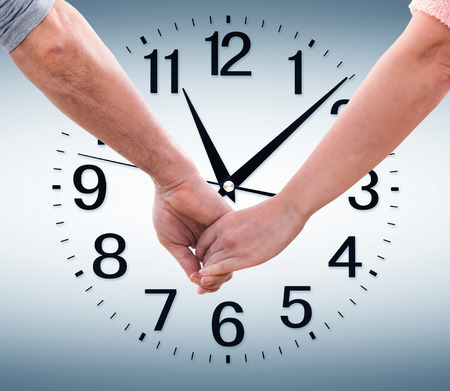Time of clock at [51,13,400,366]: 11:08
